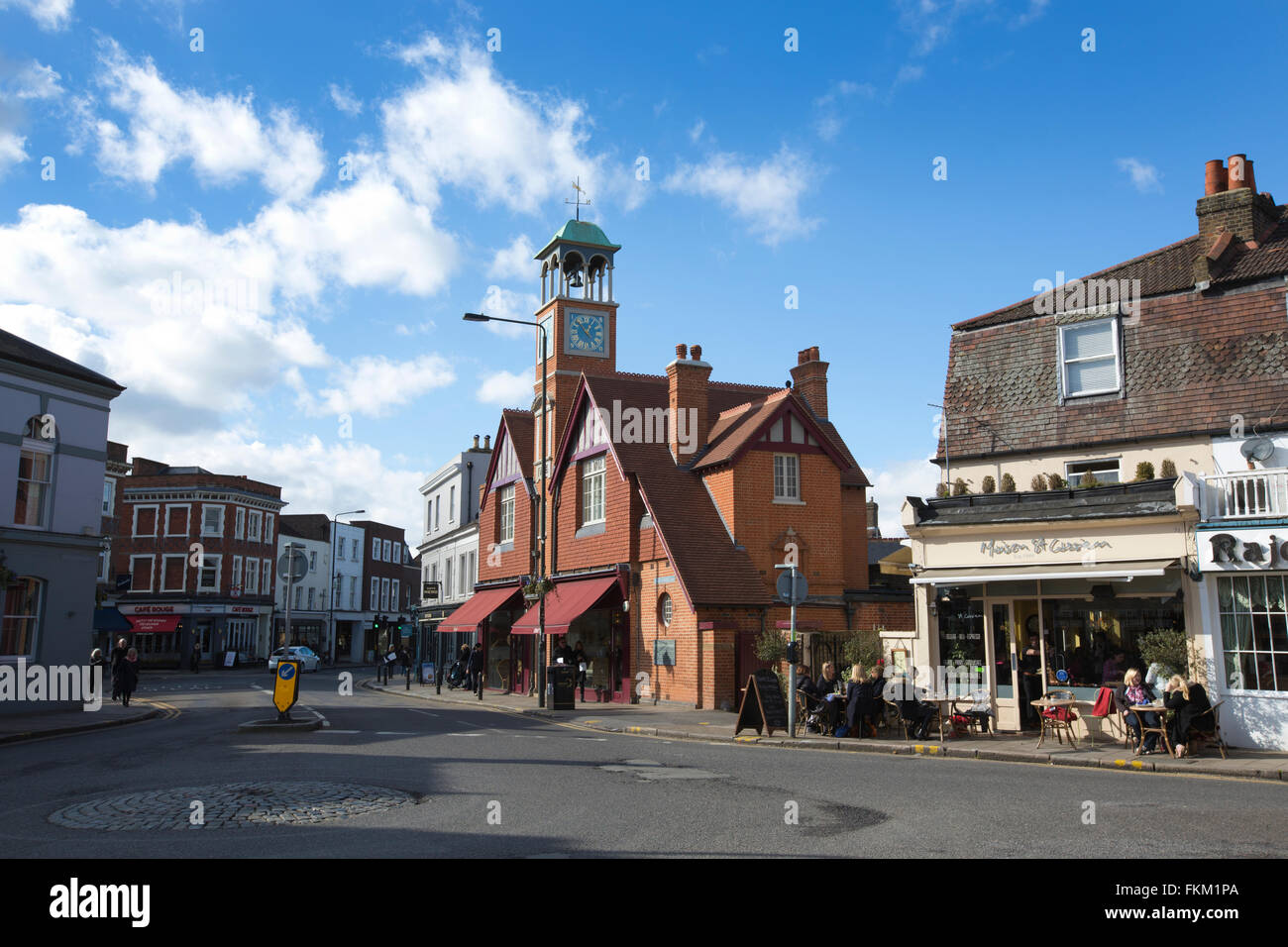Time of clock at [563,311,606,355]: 12:53
